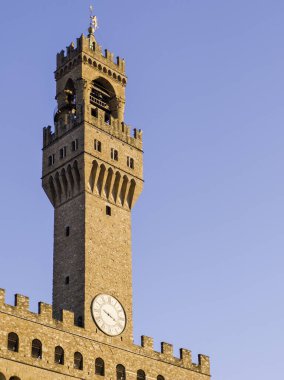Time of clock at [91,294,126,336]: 3:48
